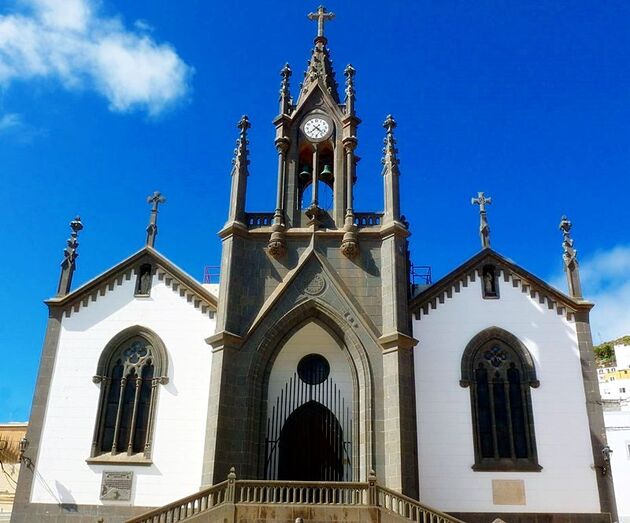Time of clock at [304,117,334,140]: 7:22
